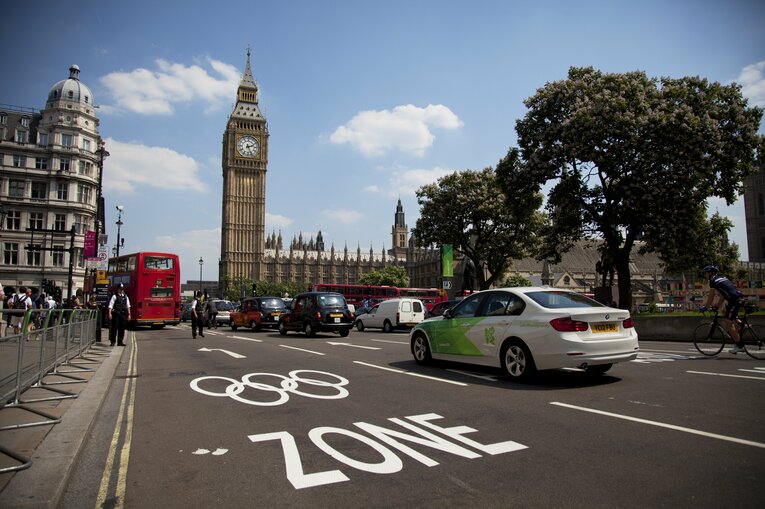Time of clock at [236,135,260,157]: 2:26
